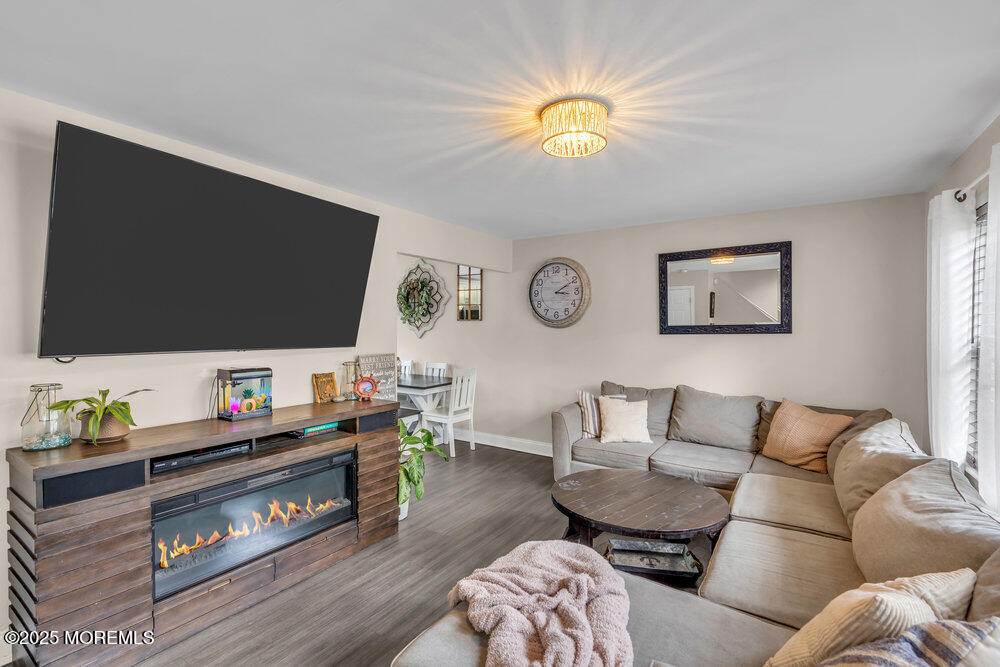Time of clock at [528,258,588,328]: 3:10
